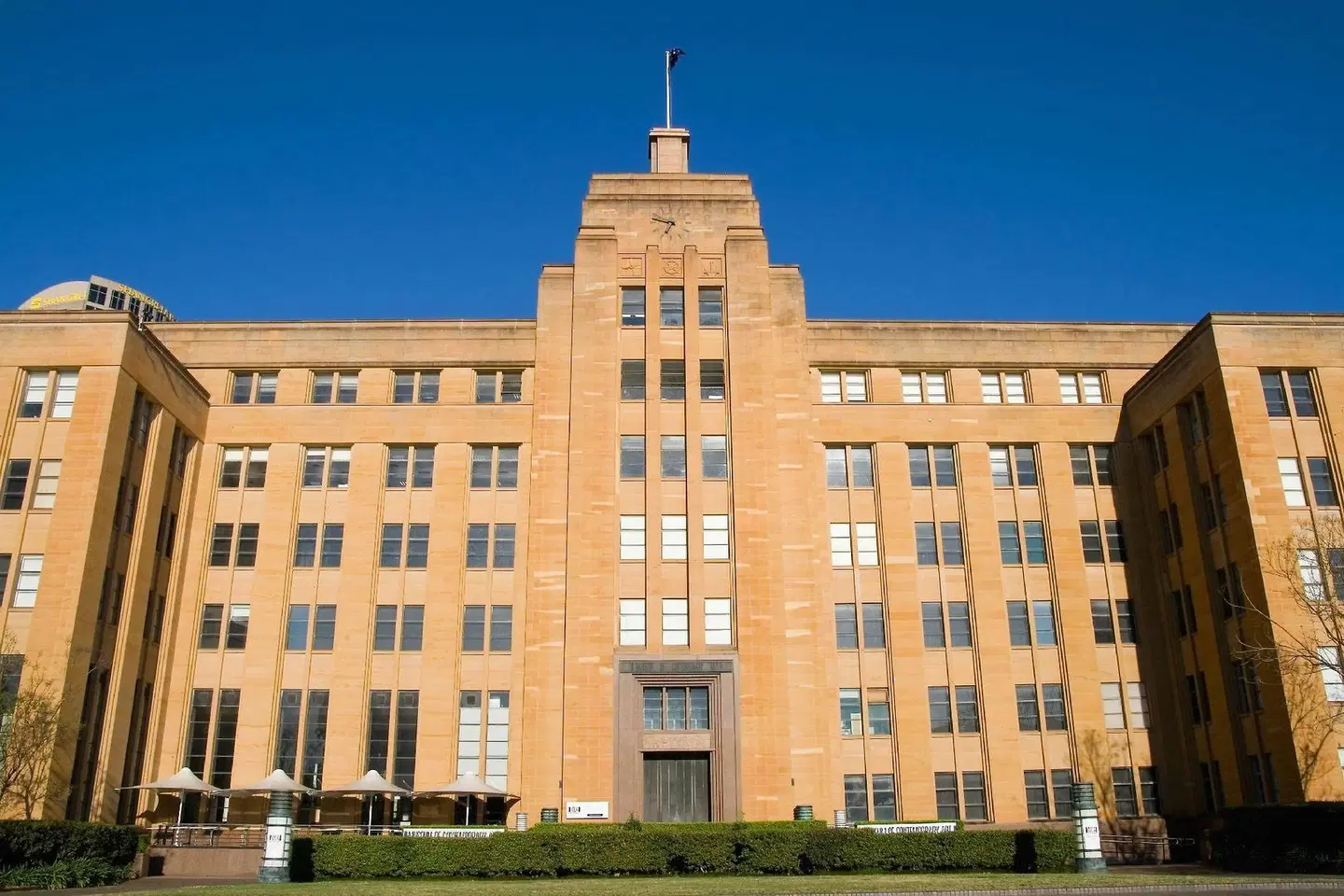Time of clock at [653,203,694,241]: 6:47
